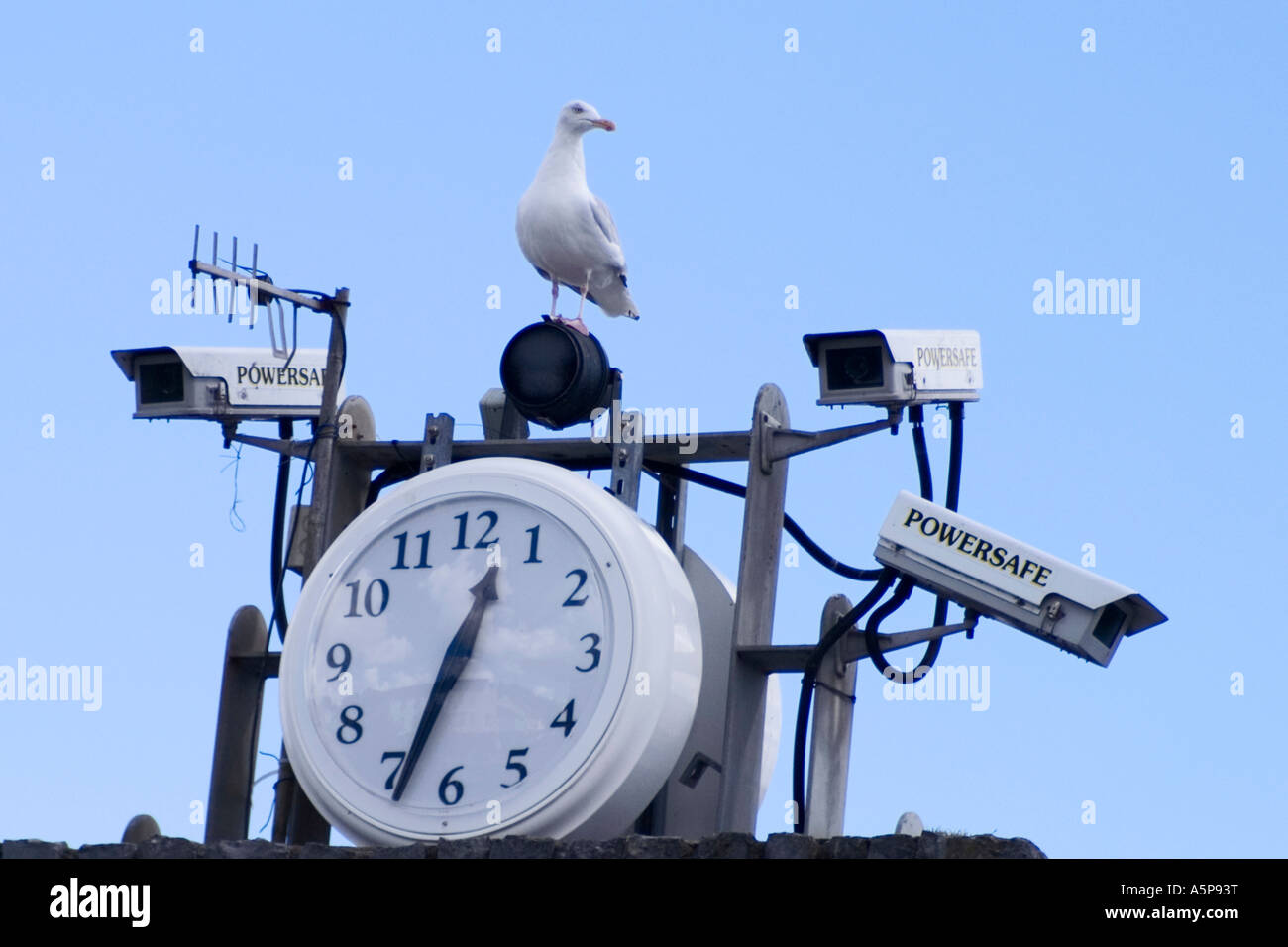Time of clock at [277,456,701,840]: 12:33
